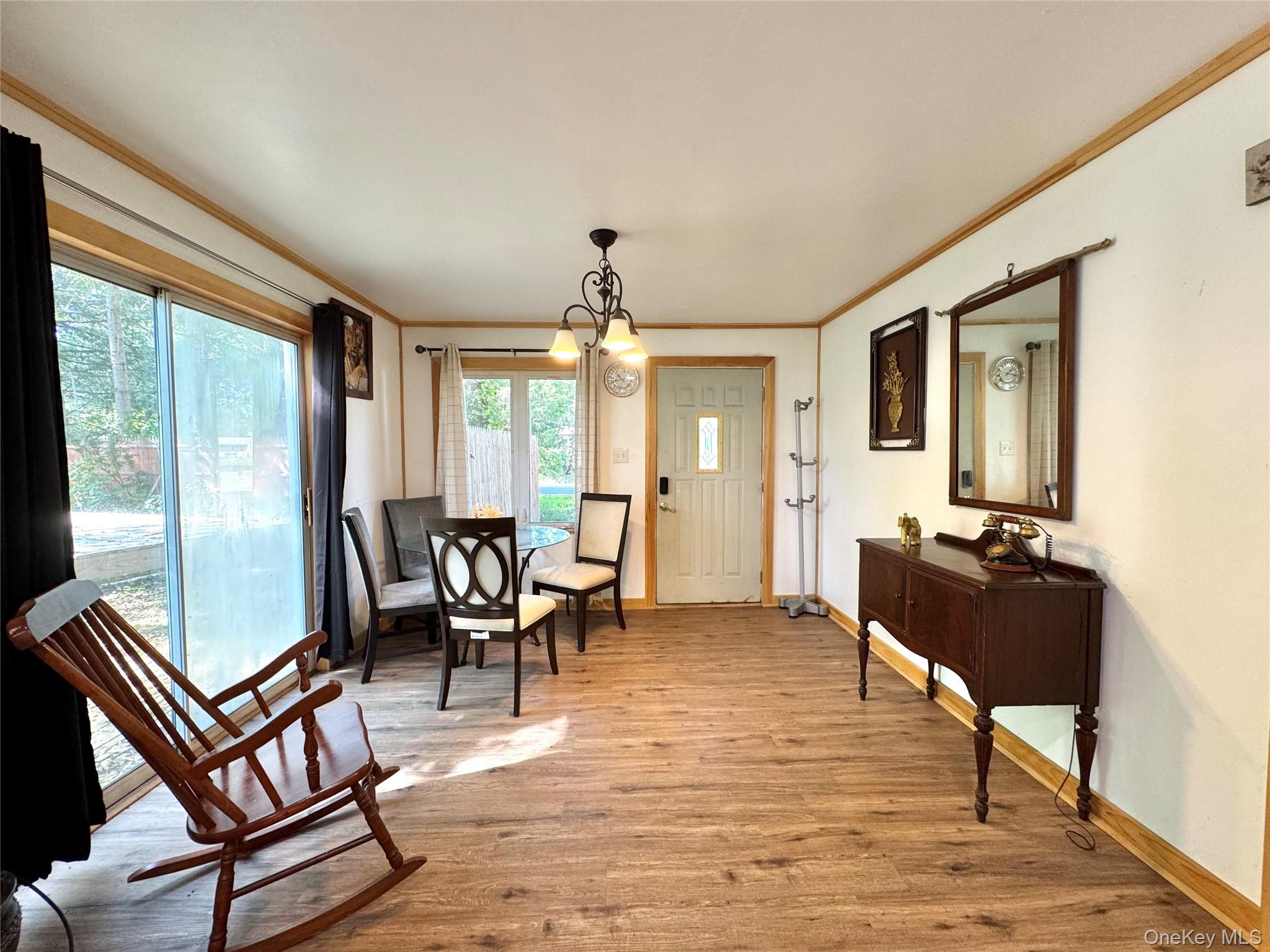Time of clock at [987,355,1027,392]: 1:16
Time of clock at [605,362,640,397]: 10:43
